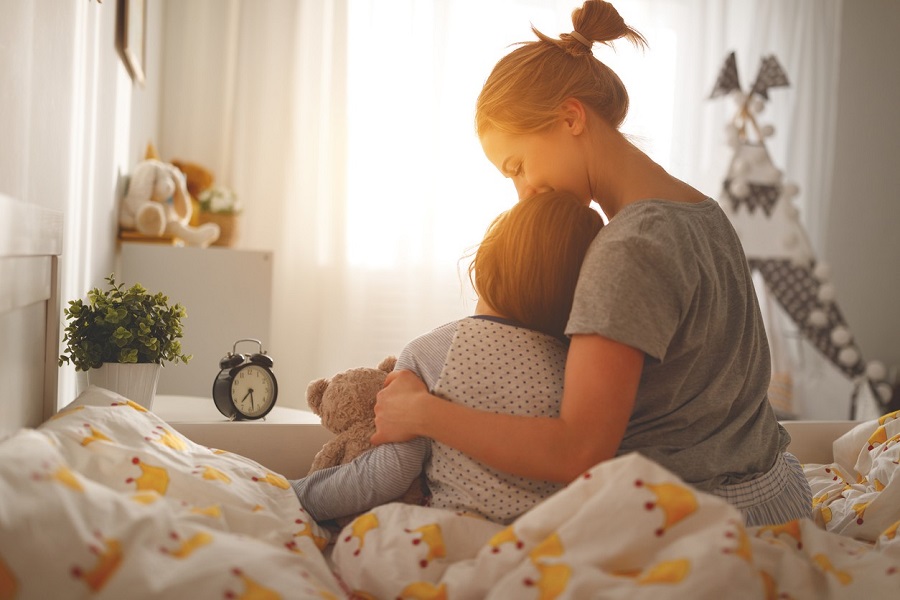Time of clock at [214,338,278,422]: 7:28
